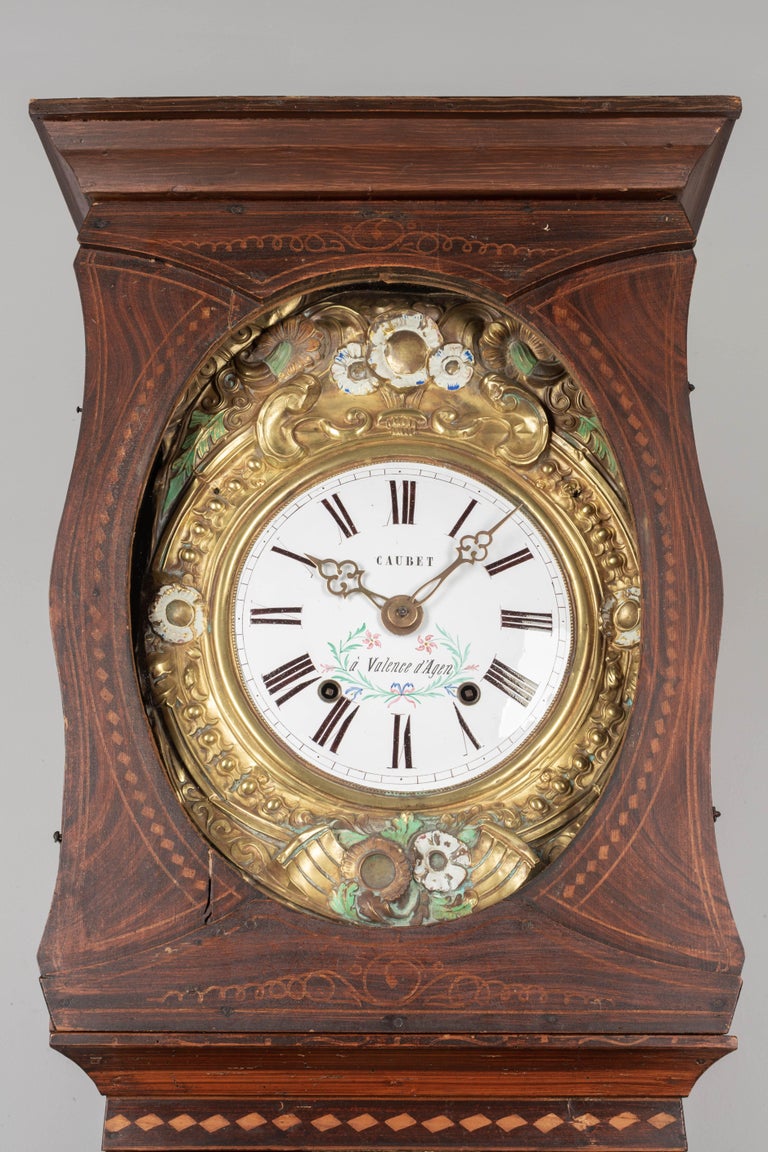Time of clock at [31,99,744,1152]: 10:07
